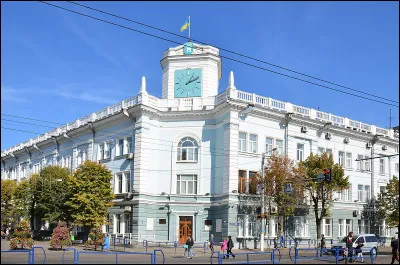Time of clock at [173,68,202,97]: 1:10
